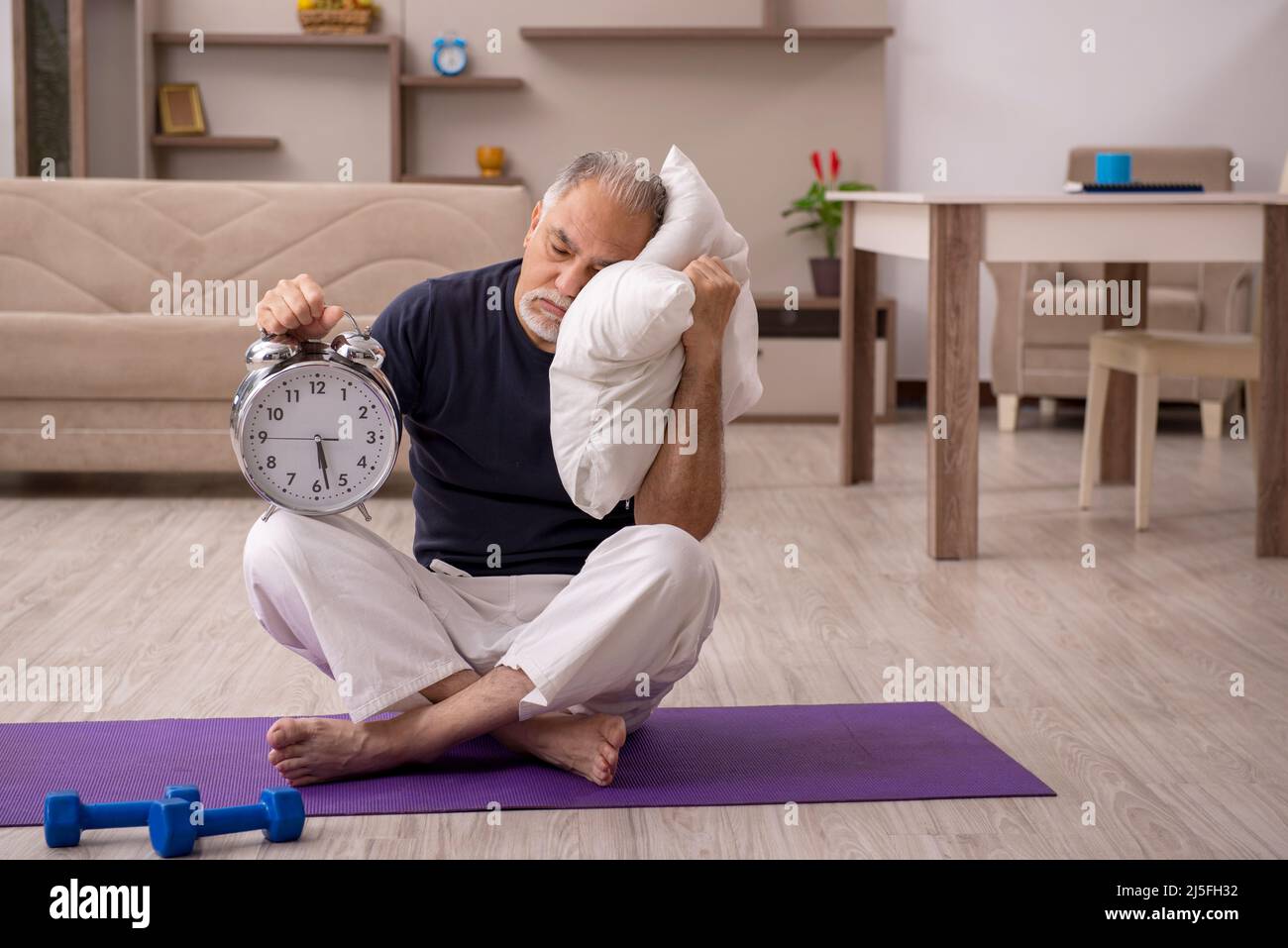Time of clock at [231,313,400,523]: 5:28
